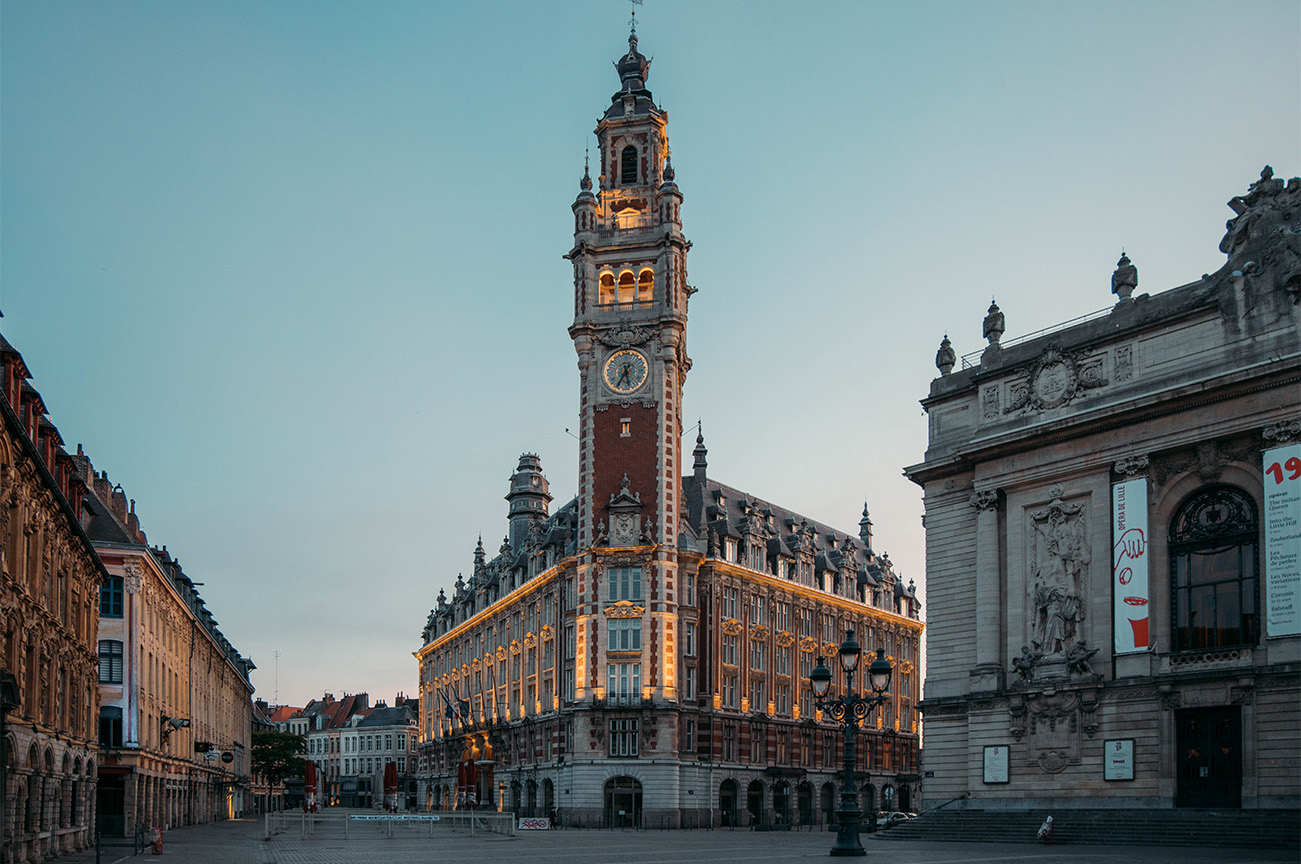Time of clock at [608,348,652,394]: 5:35
